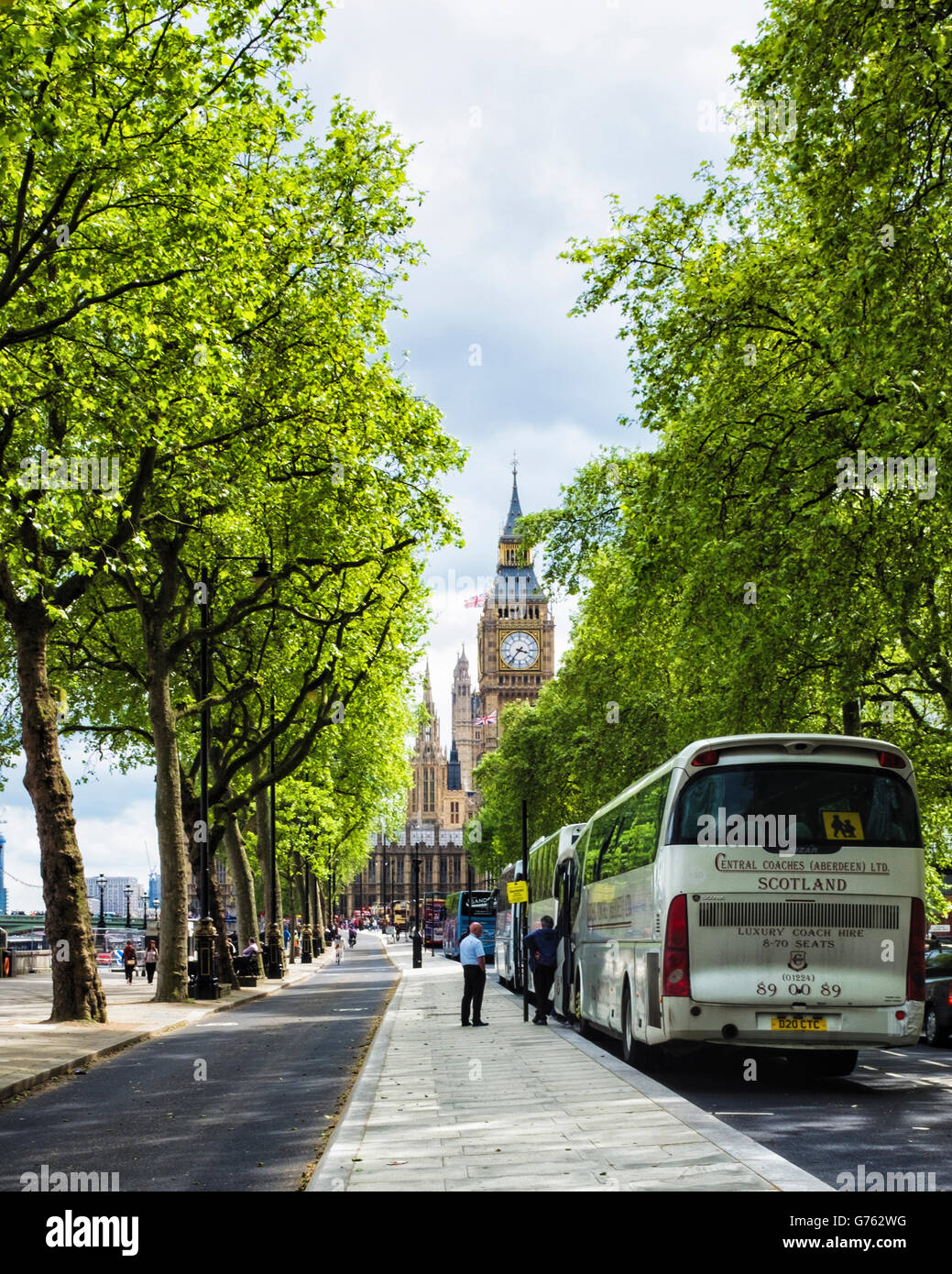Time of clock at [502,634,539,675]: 3:36
